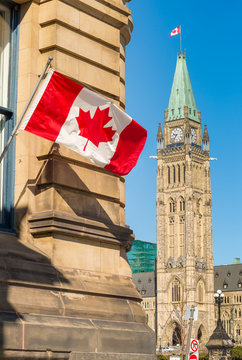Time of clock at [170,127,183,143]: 9:36
